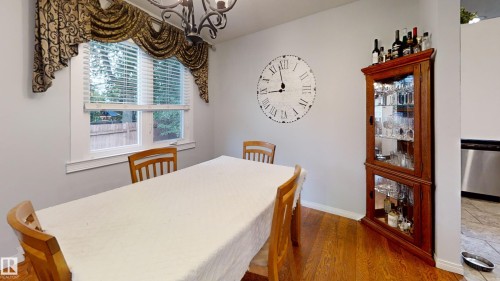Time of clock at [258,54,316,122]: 8:58
